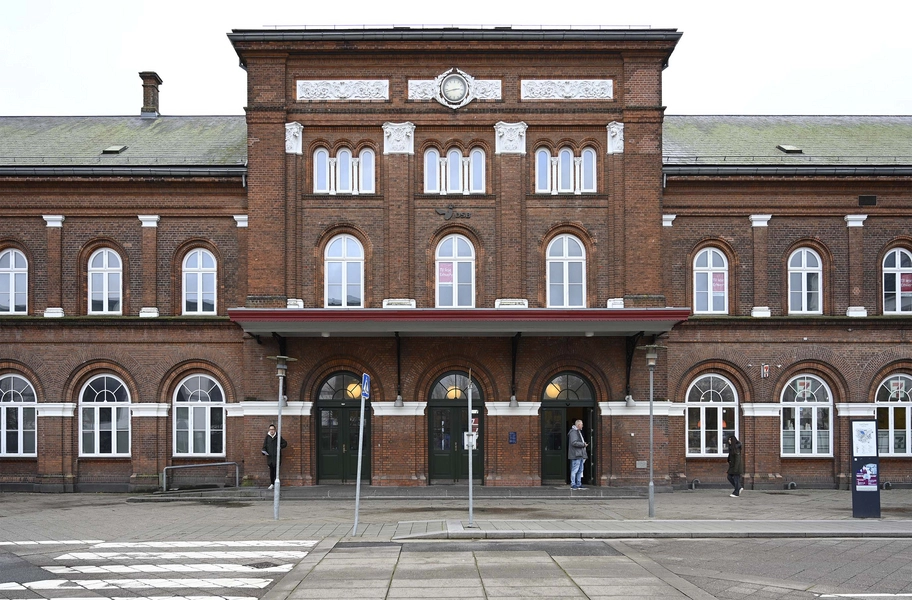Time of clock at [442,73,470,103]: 2:42
